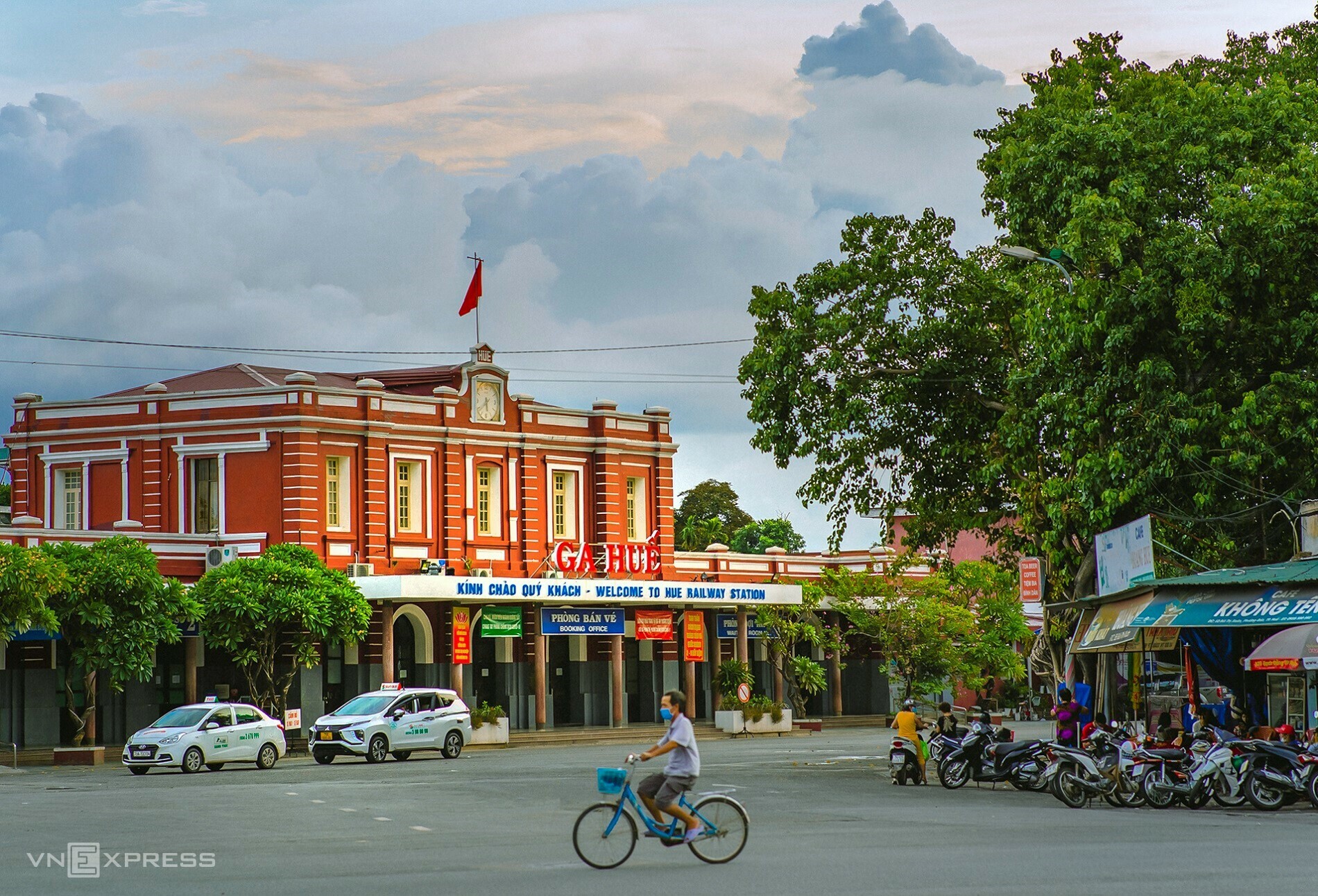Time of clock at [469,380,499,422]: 5:38
